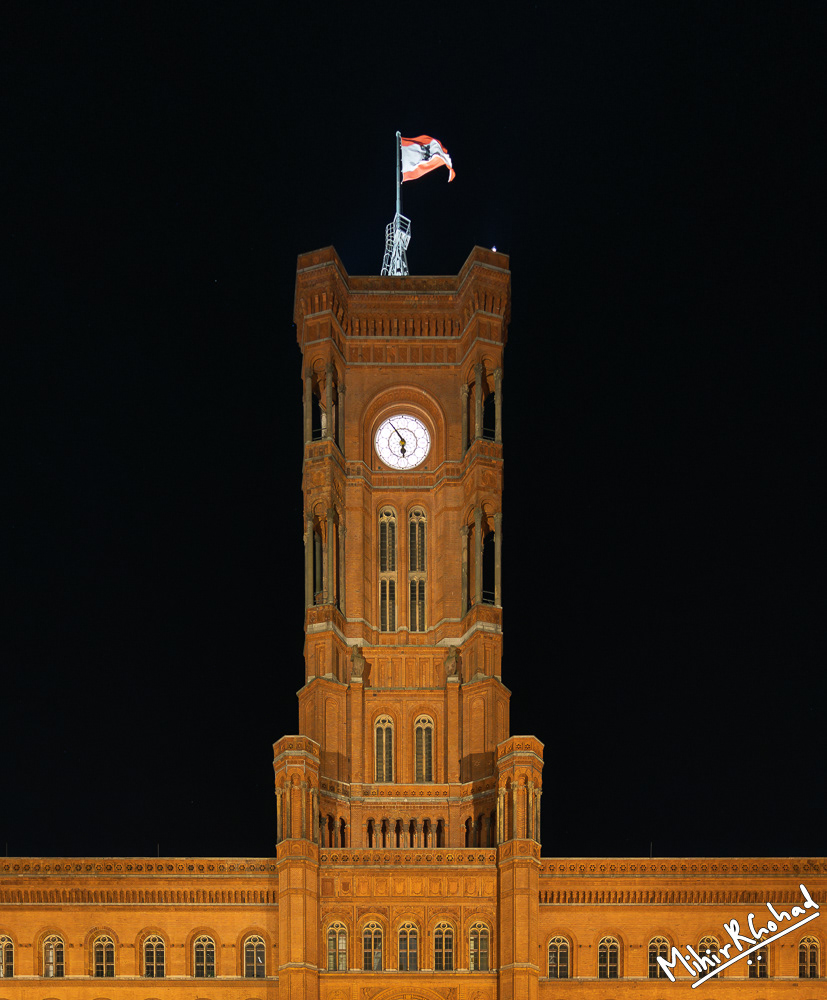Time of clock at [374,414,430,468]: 5:54
